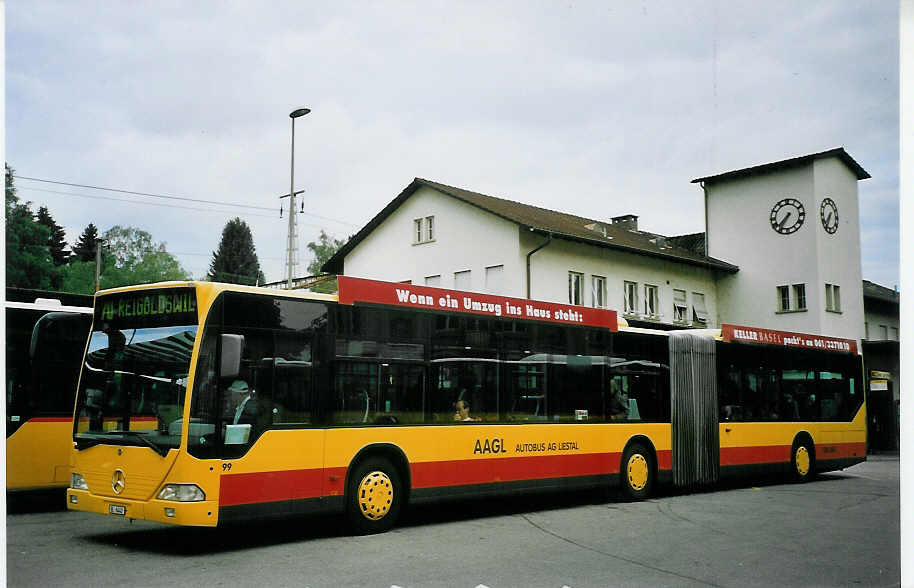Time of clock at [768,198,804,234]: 7:35
